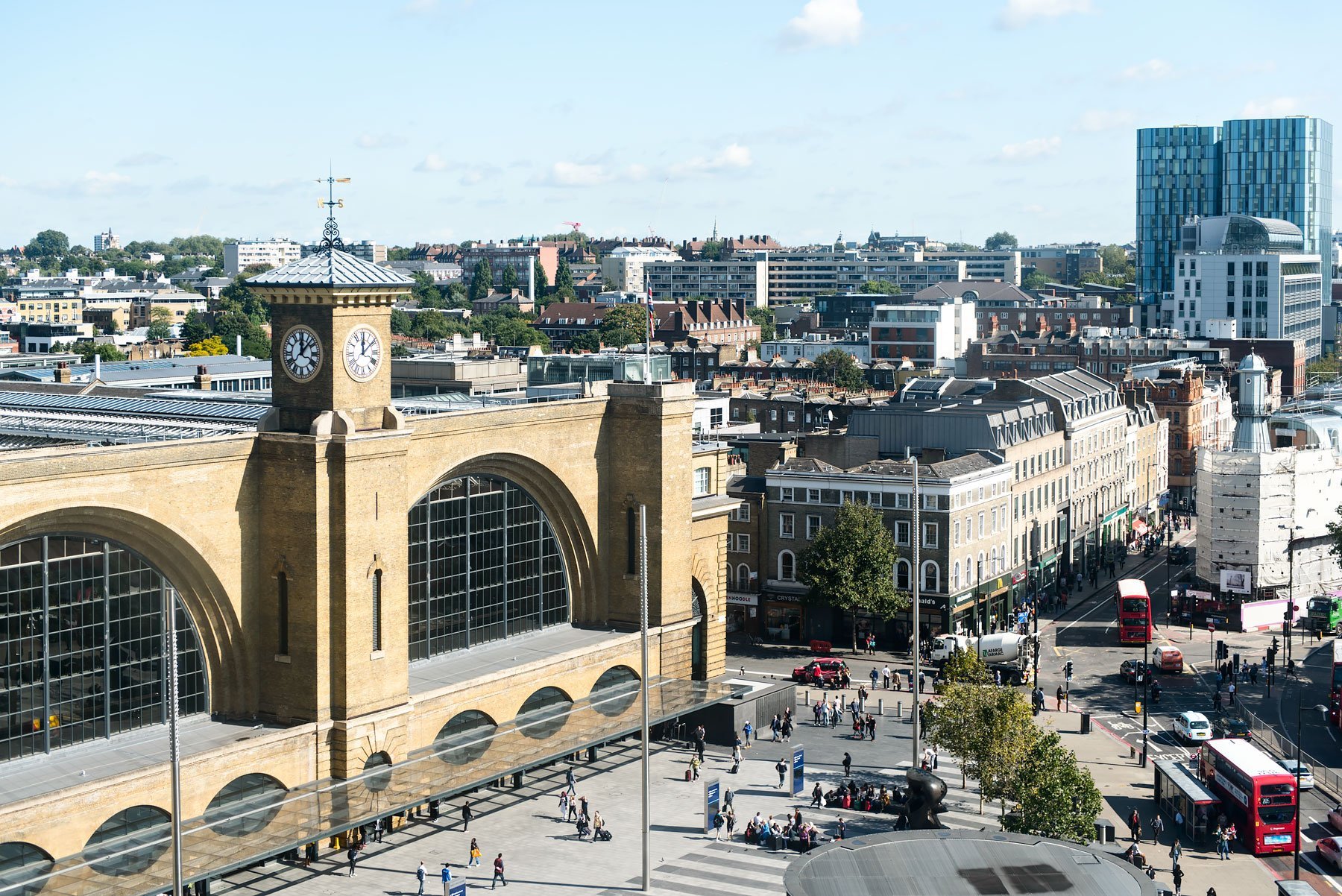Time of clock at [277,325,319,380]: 12:07
